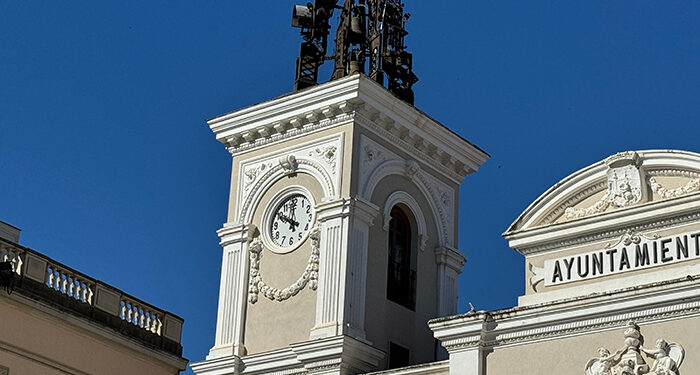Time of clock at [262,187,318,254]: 9:59
